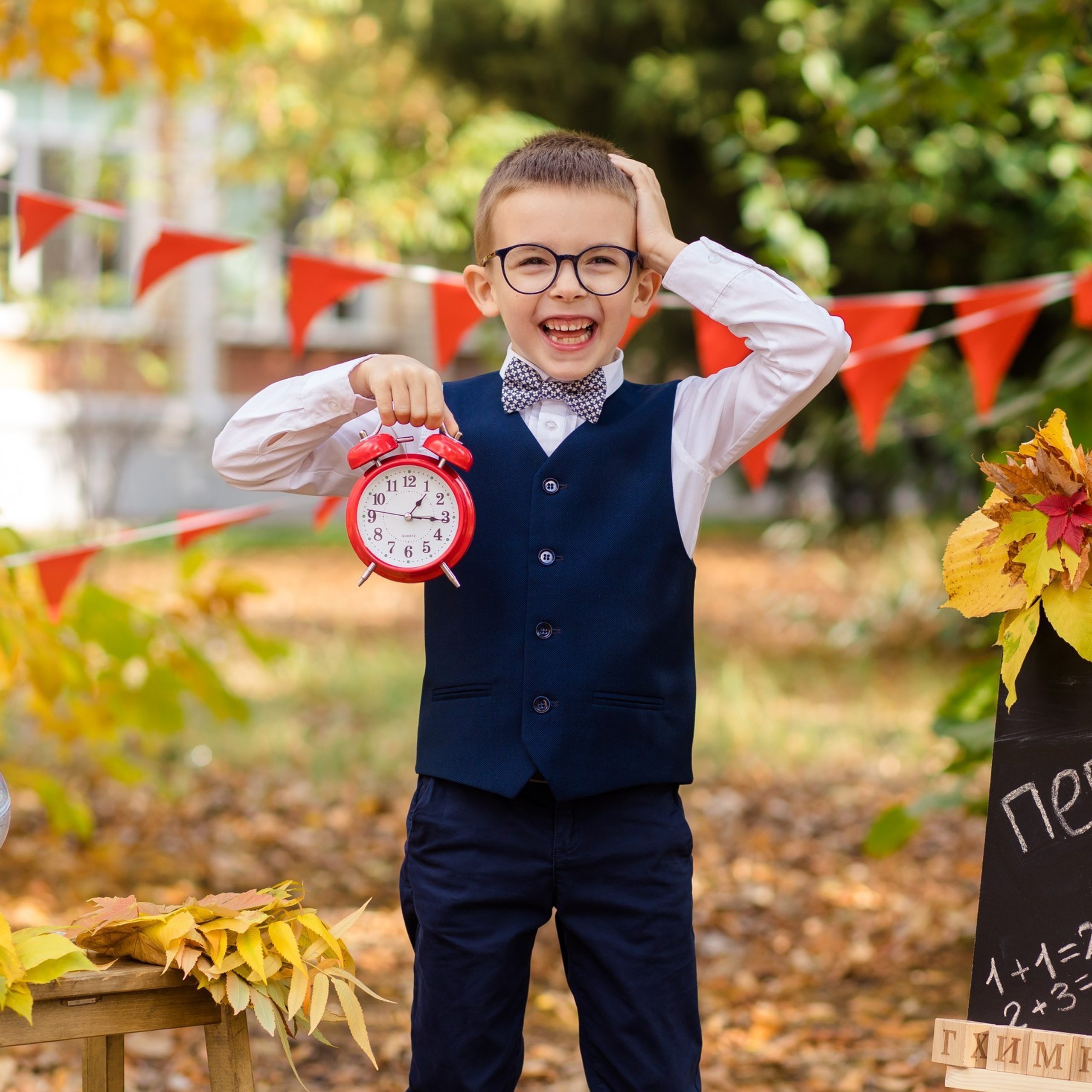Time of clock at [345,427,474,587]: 1:15
